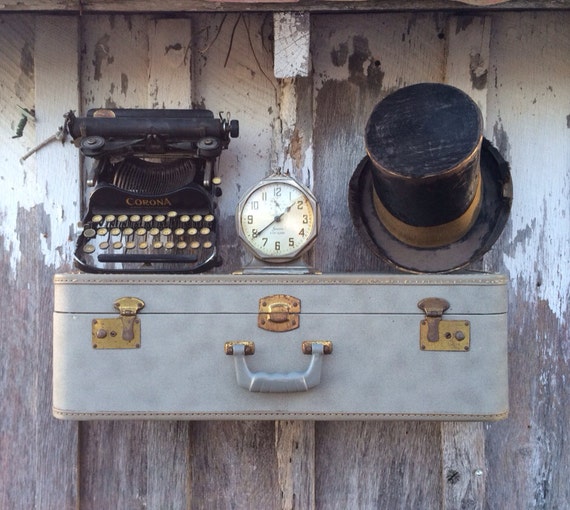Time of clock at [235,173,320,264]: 1:38
